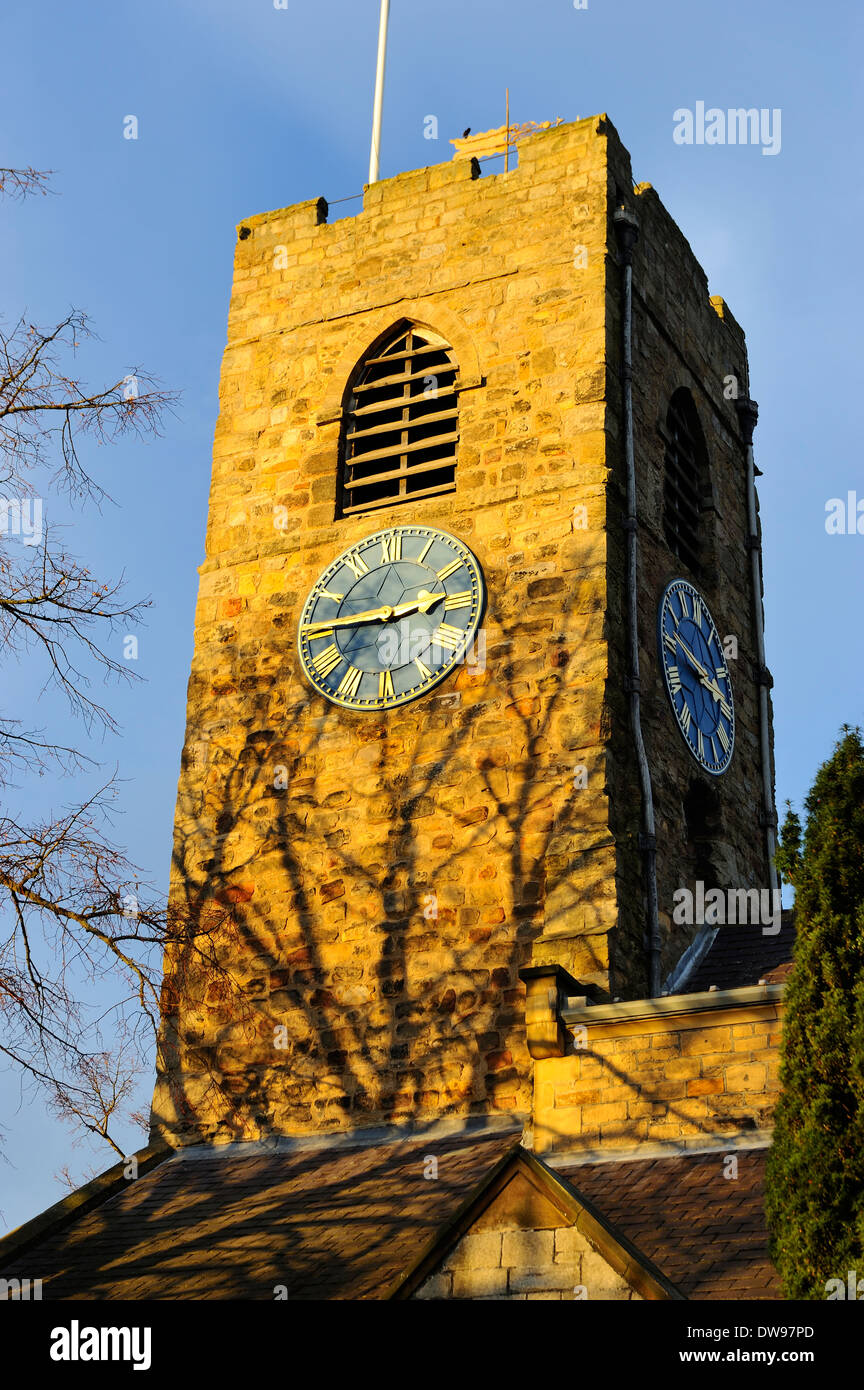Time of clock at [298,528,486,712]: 2:45
